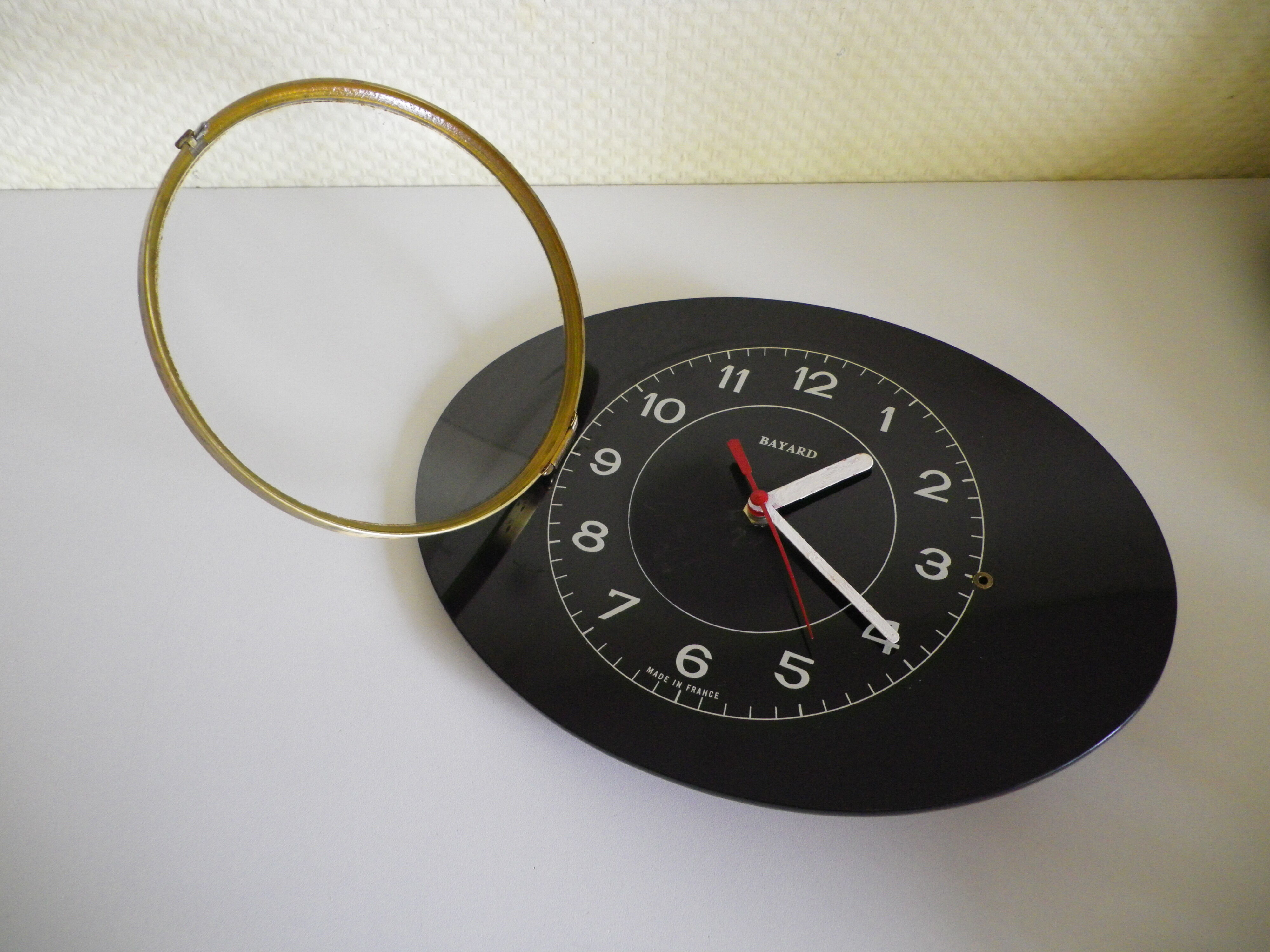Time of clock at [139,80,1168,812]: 1:19
